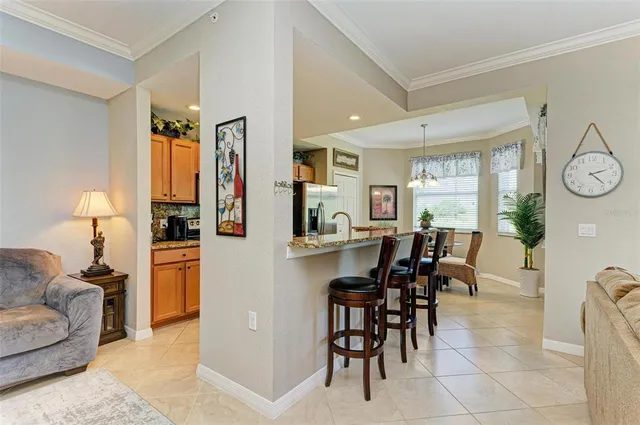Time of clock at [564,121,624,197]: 2:22
